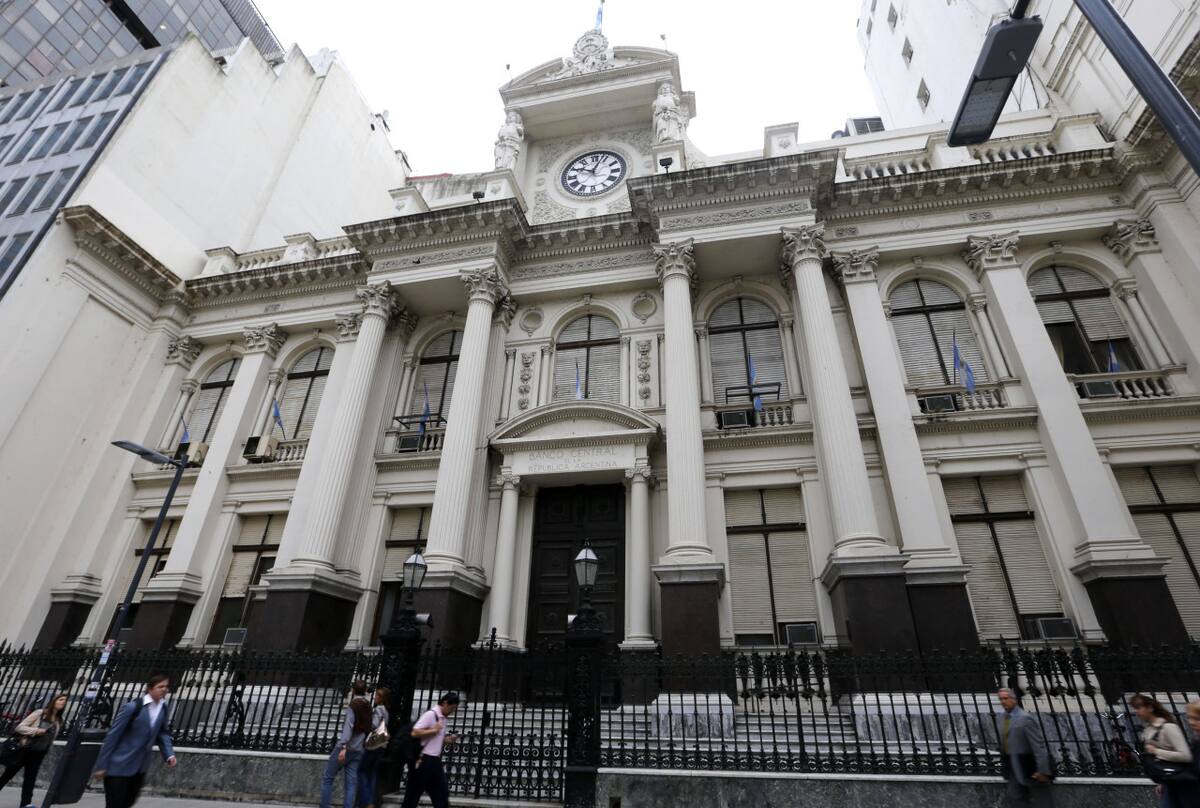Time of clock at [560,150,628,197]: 10:03
